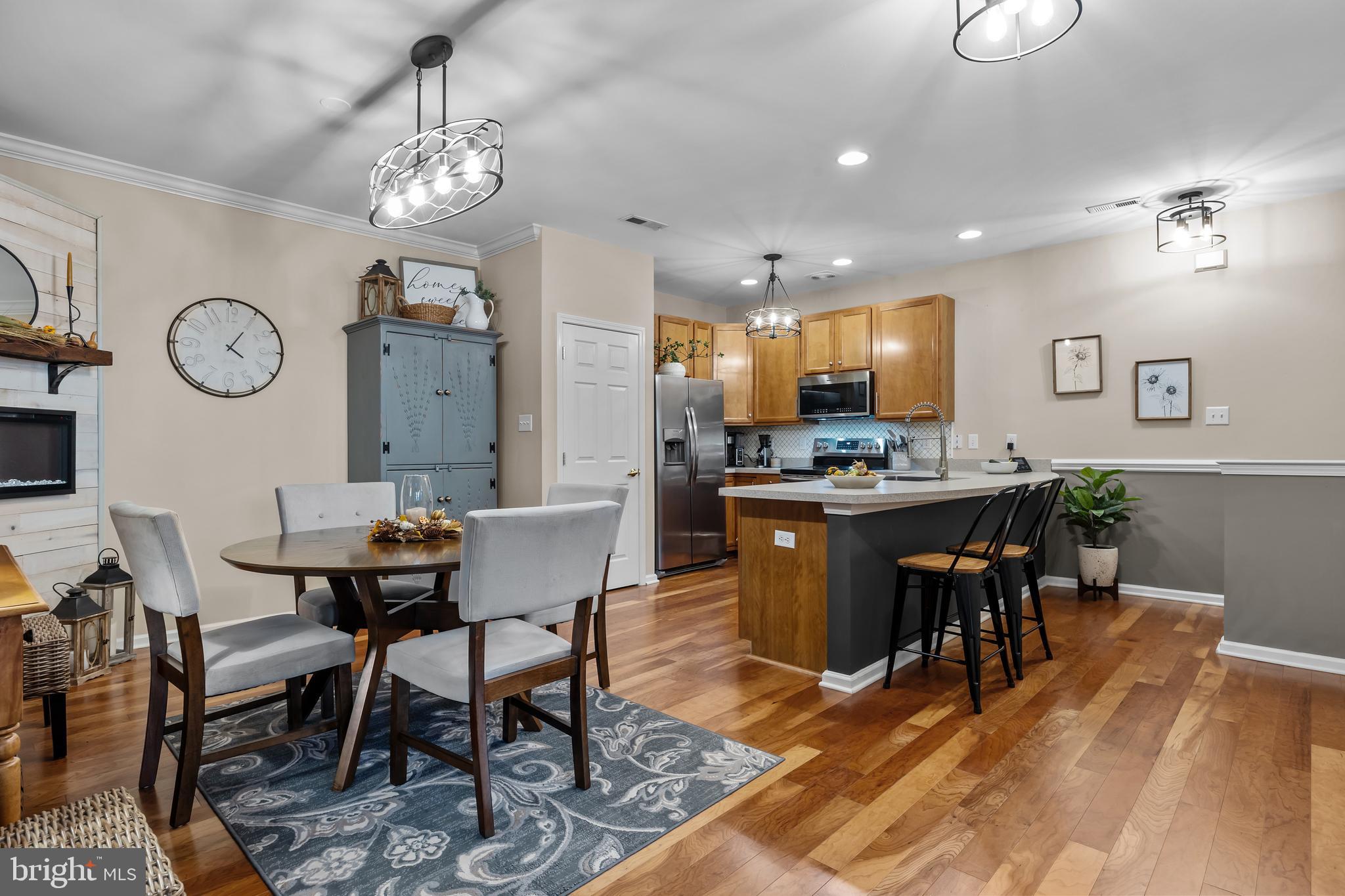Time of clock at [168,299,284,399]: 4:05
